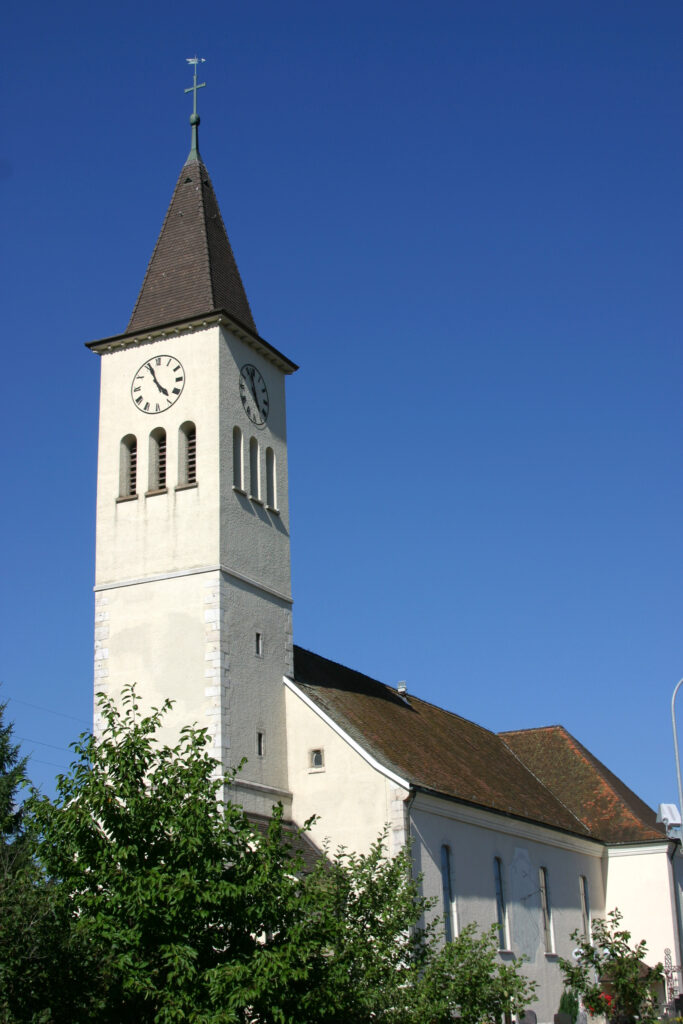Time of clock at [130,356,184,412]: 4:56
